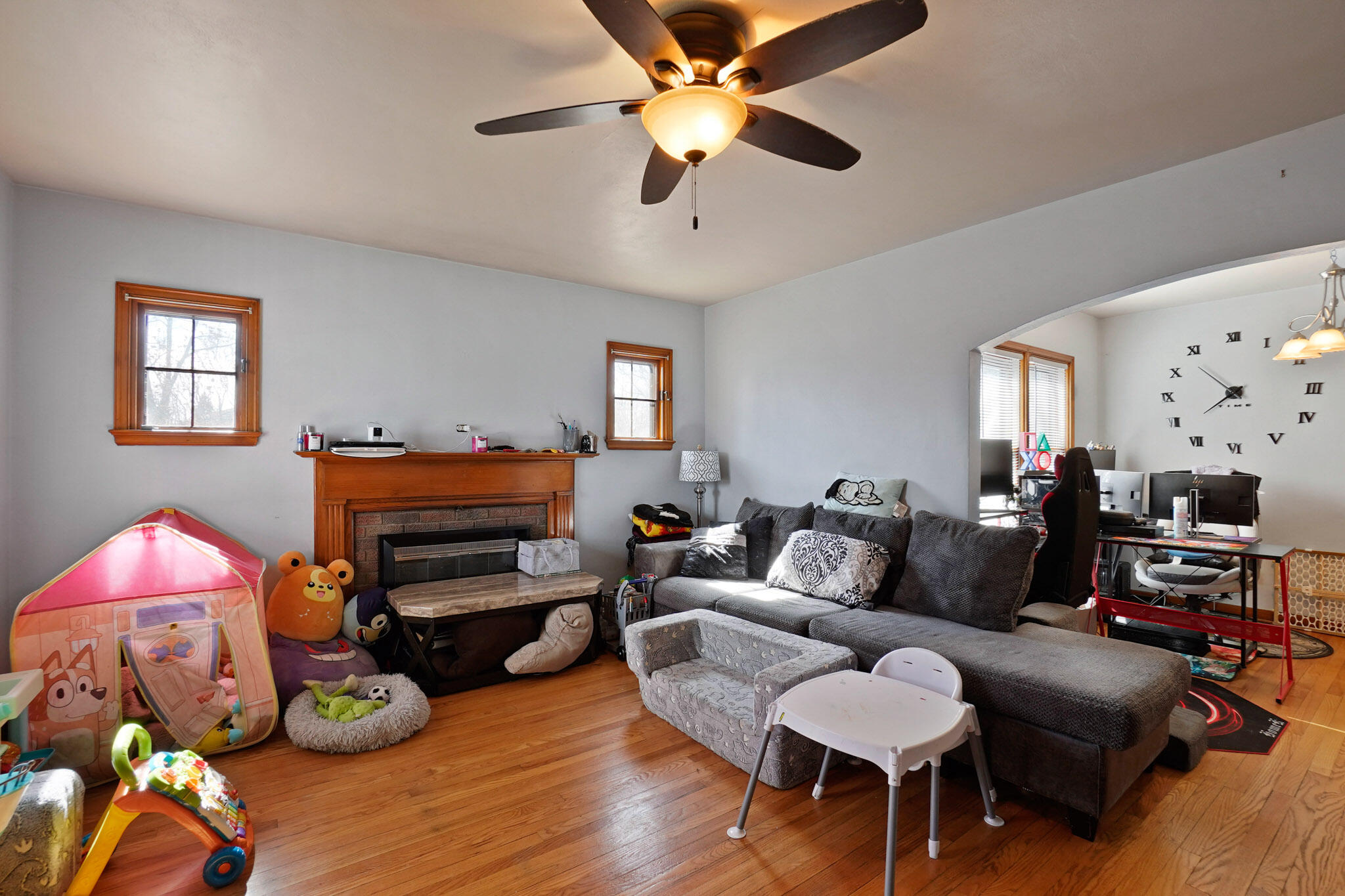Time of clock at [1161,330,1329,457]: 7:53
